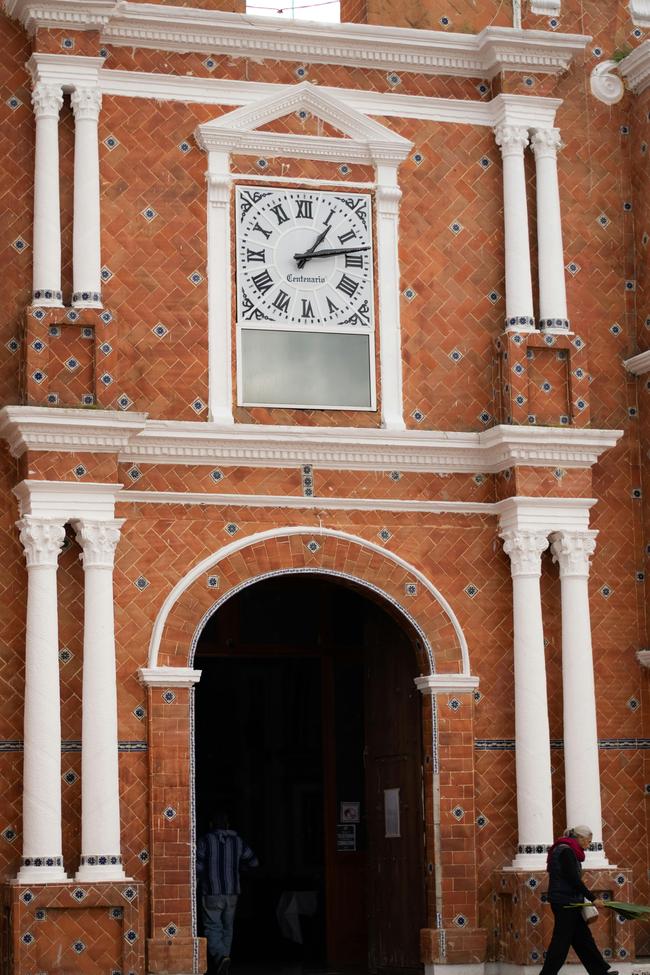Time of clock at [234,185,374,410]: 1:12
